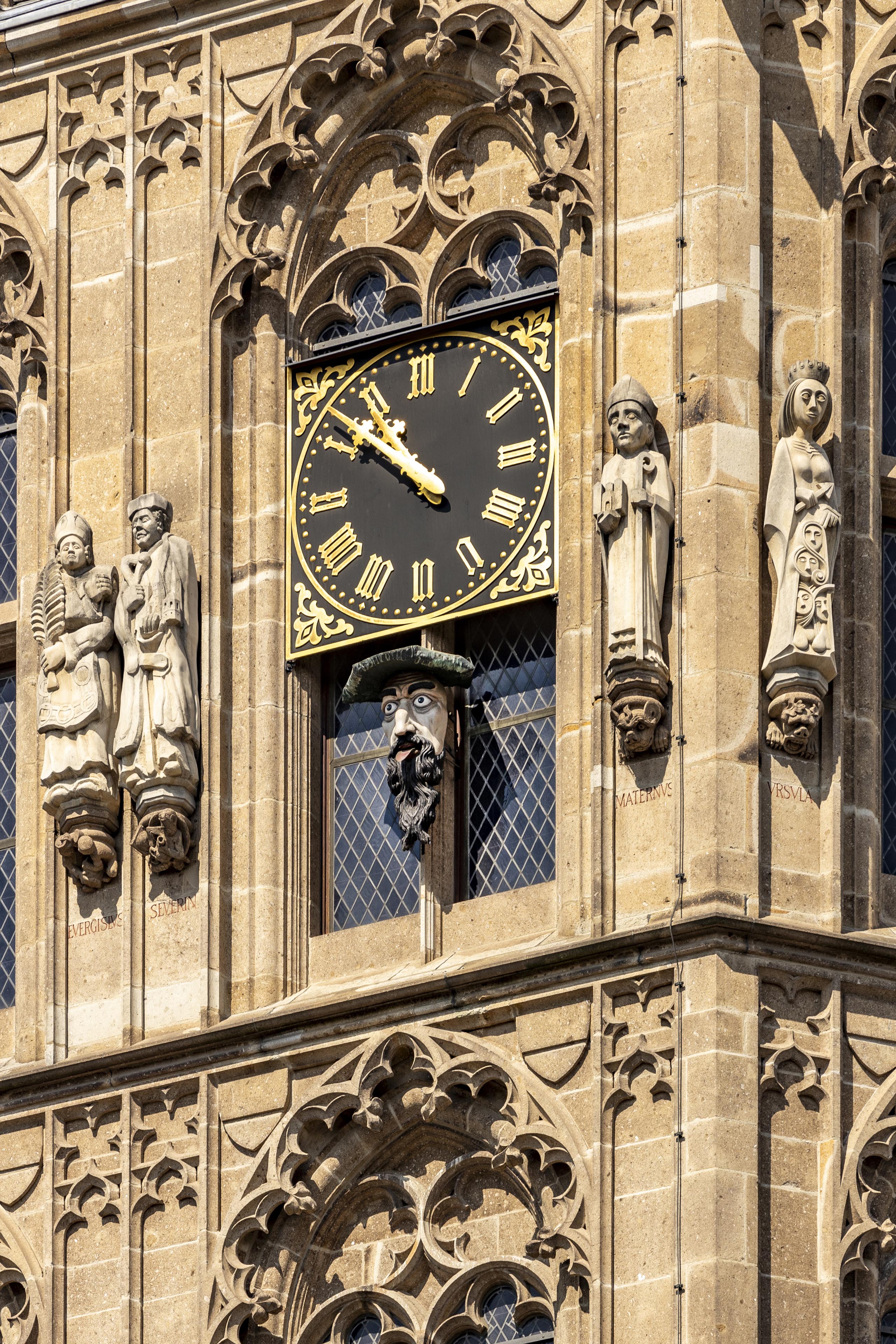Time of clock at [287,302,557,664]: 10:51
